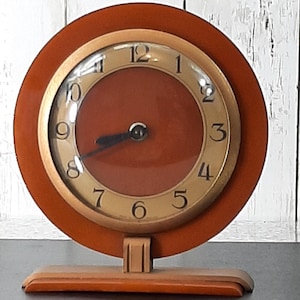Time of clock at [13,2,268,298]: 8:41
